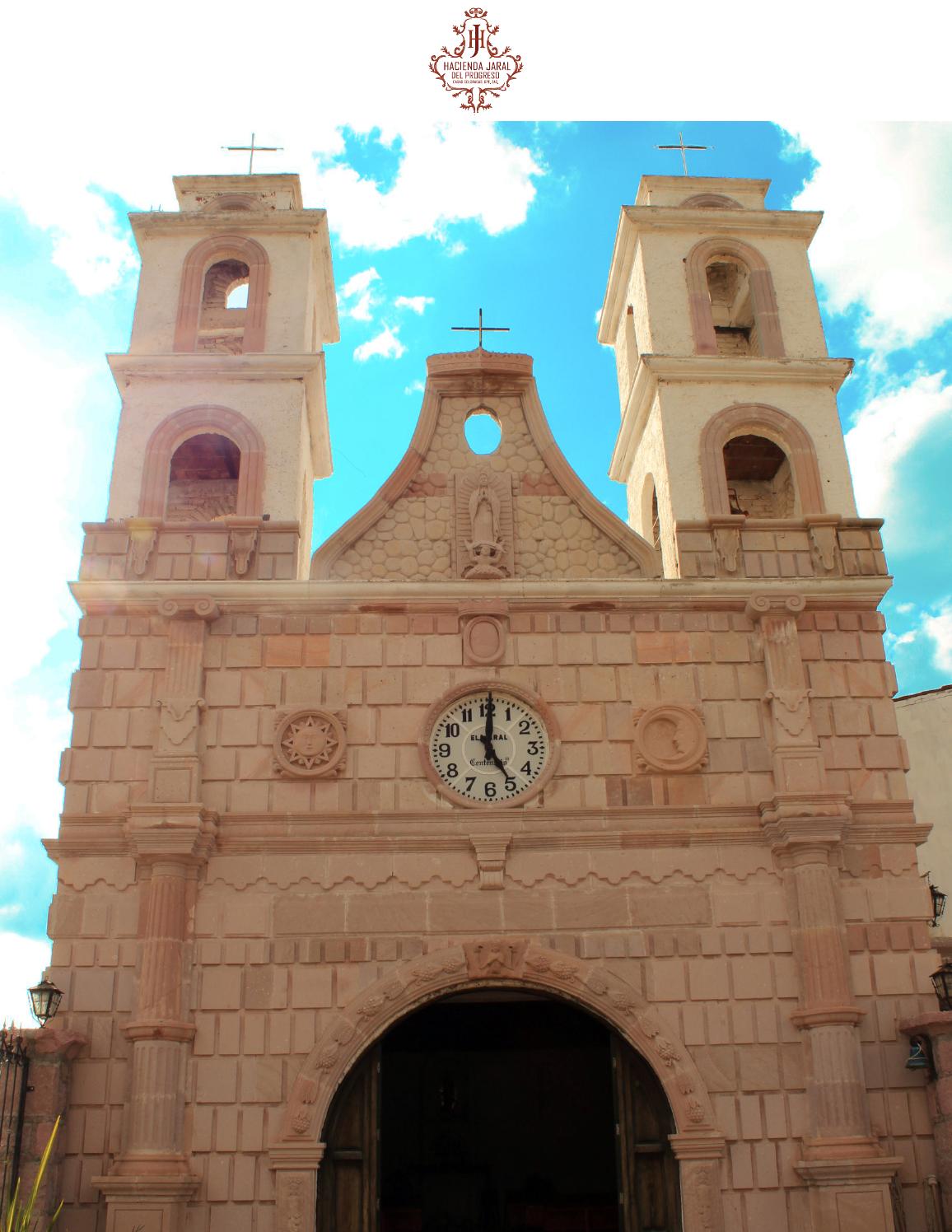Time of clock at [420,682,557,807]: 5:00
